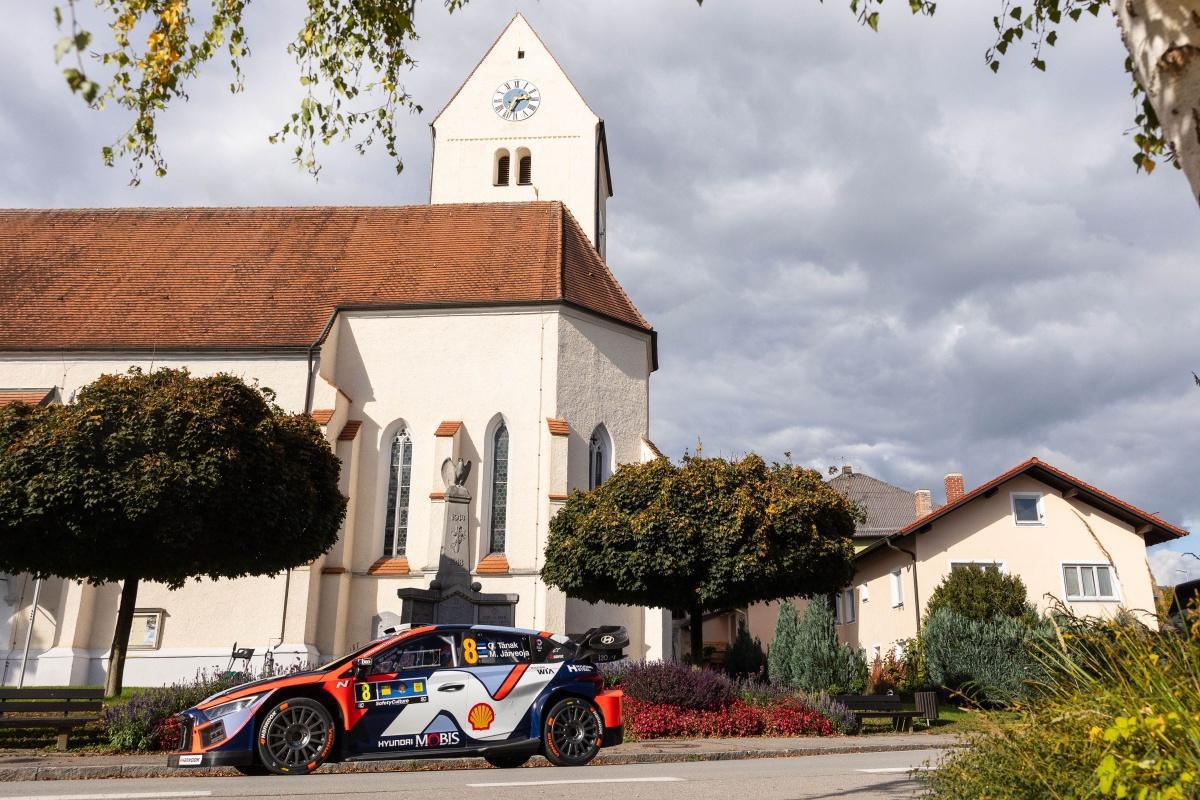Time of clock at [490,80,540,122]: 2:34
